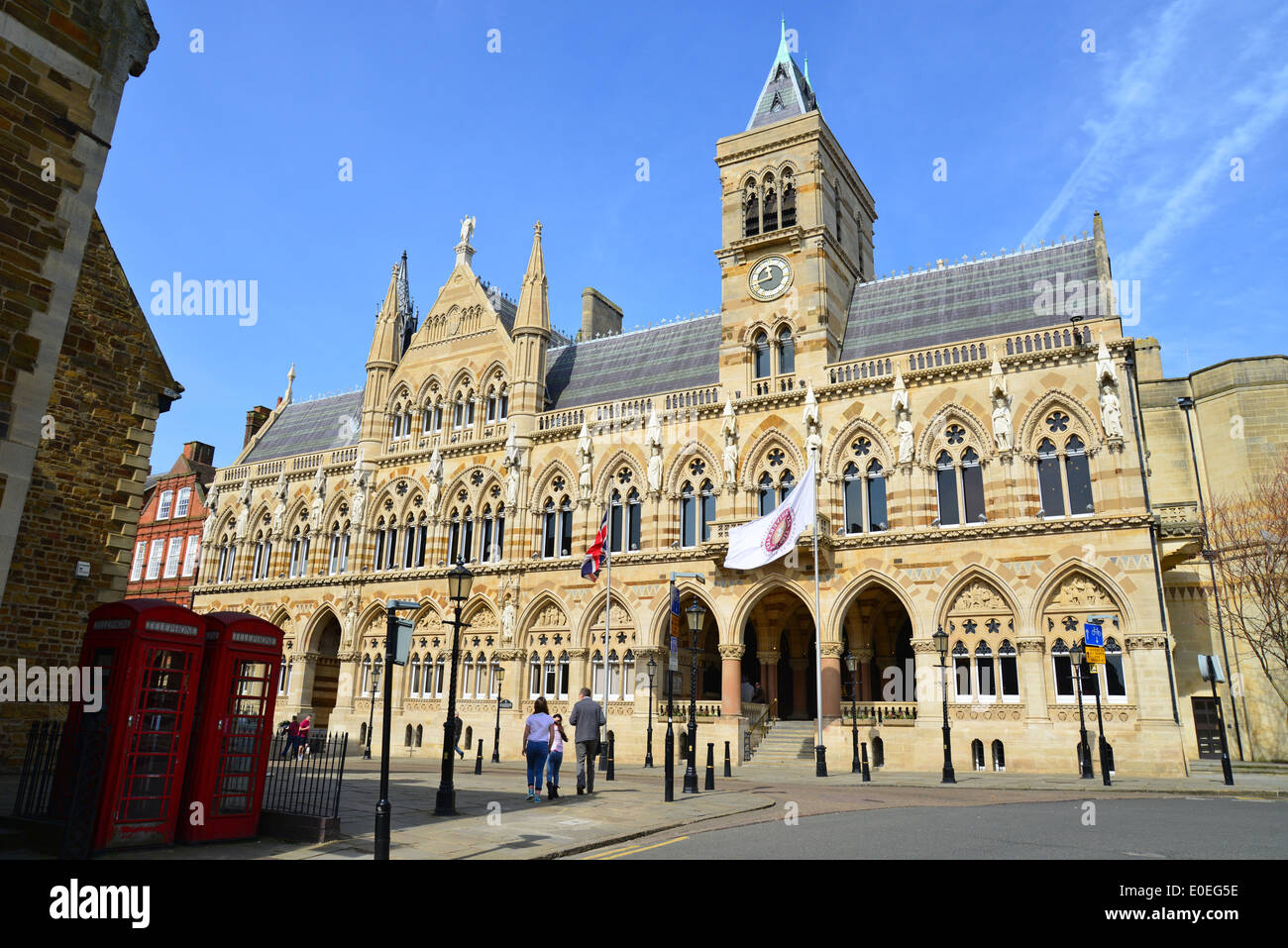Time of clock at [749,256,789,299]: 11:42
